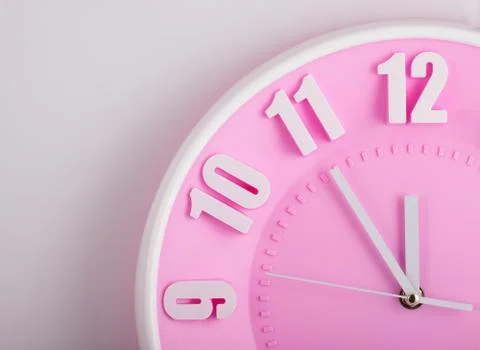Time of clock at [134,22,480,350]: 11:54
